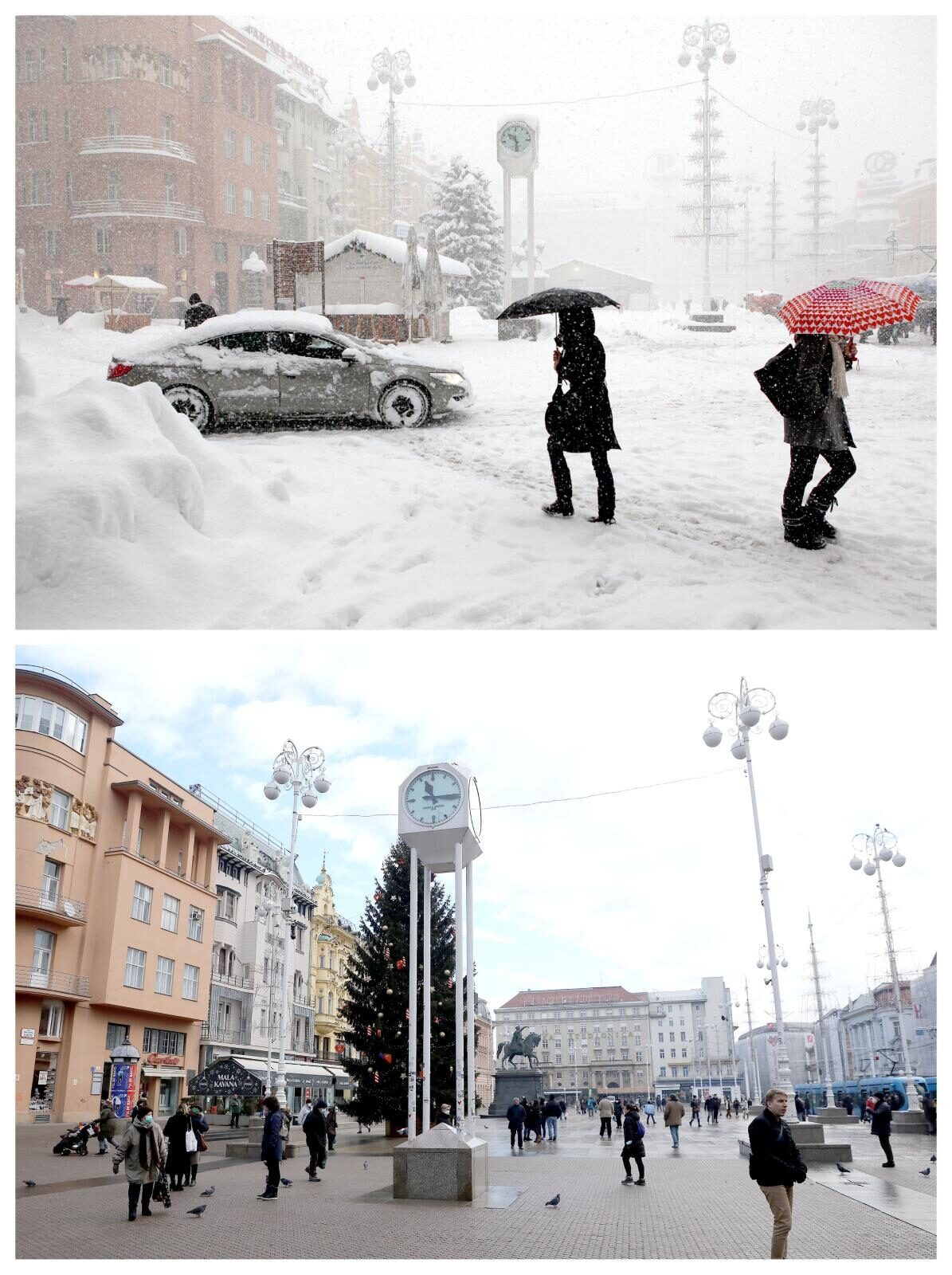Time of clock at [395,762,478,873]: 11:15
